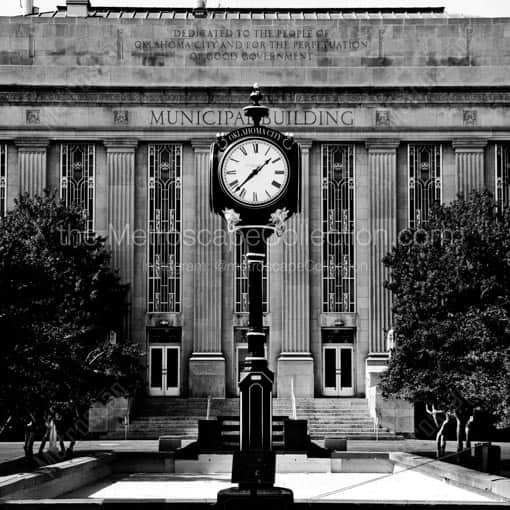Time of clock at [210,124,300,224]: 1:37
